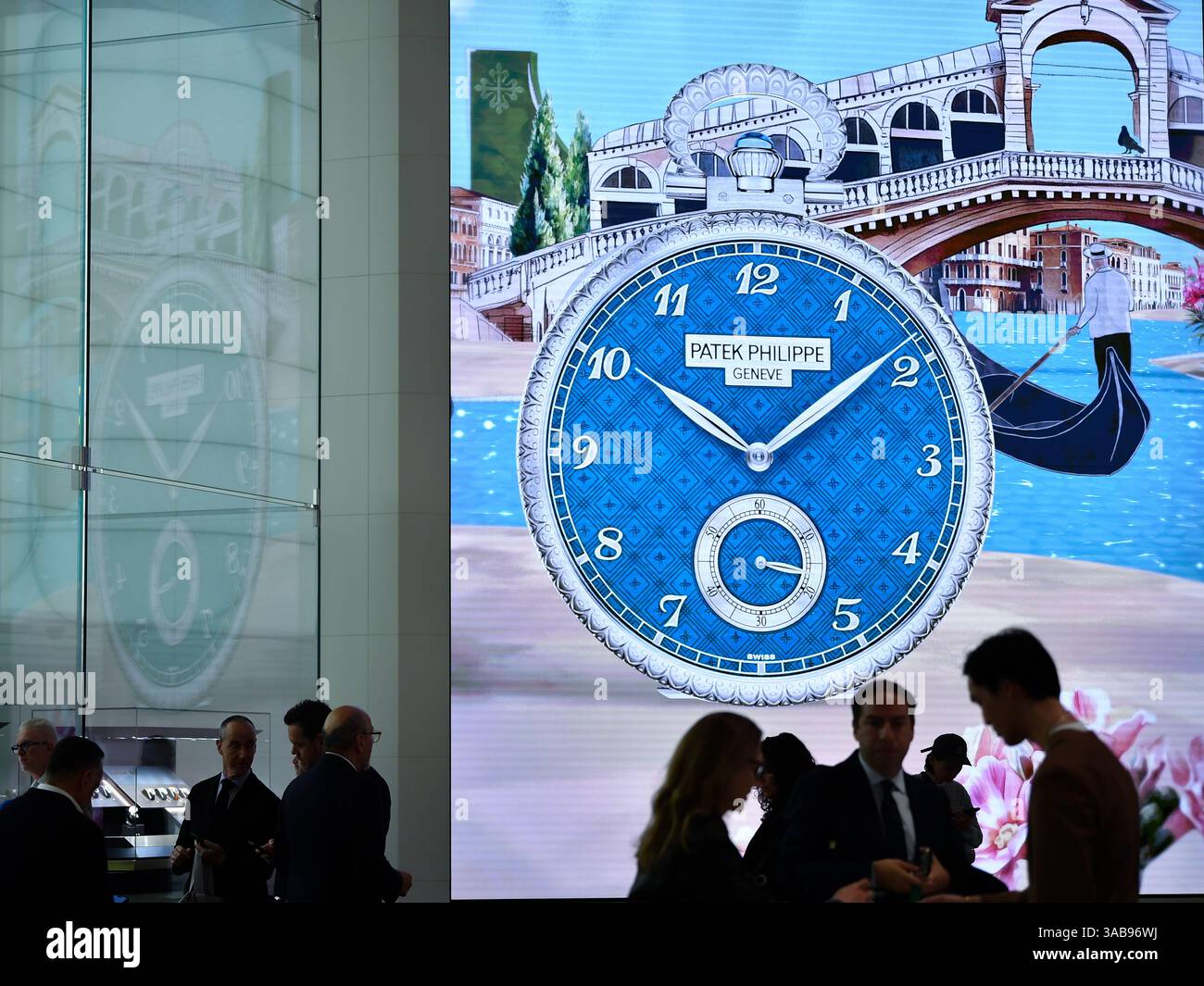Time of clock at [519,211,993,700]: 10:08
